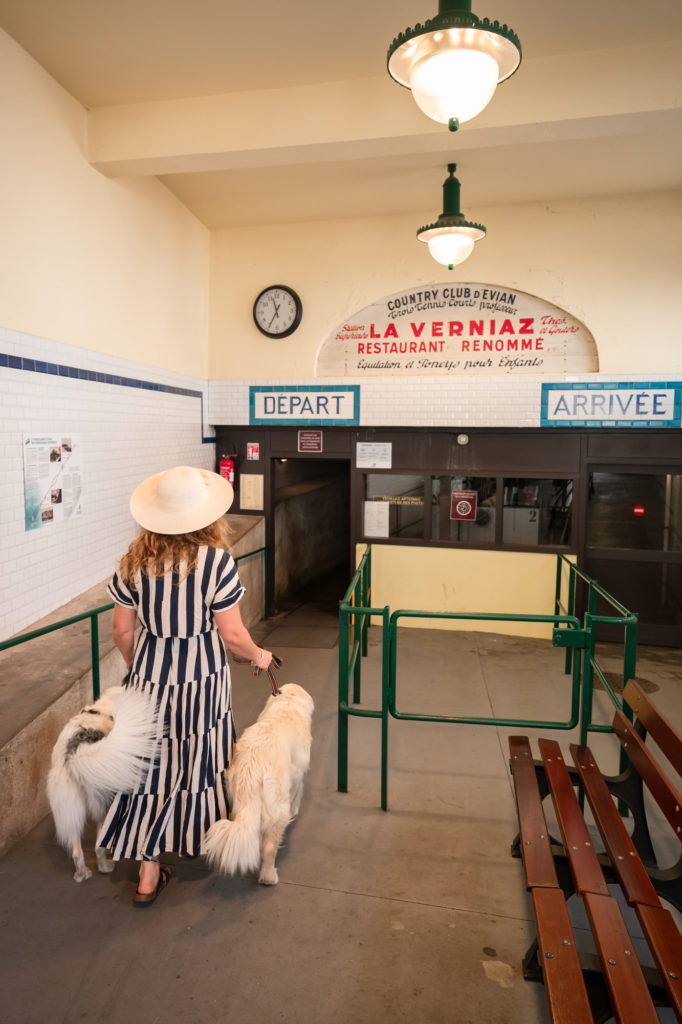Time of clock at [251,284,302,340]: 11:34
